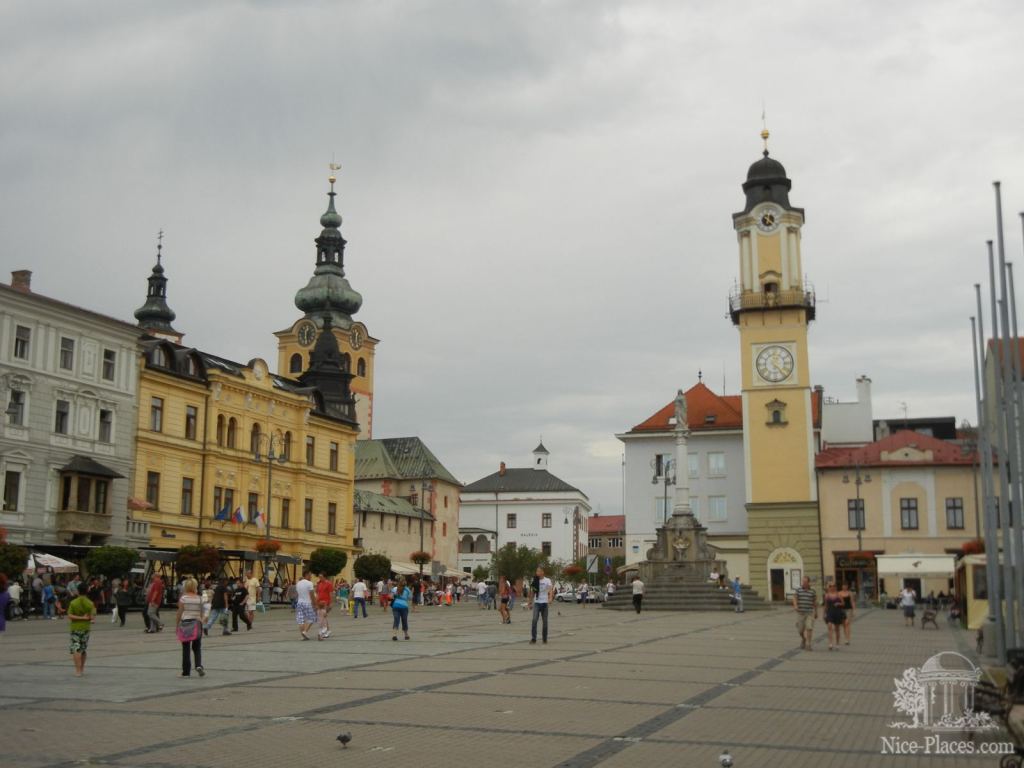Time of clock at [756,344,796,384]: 12:23
